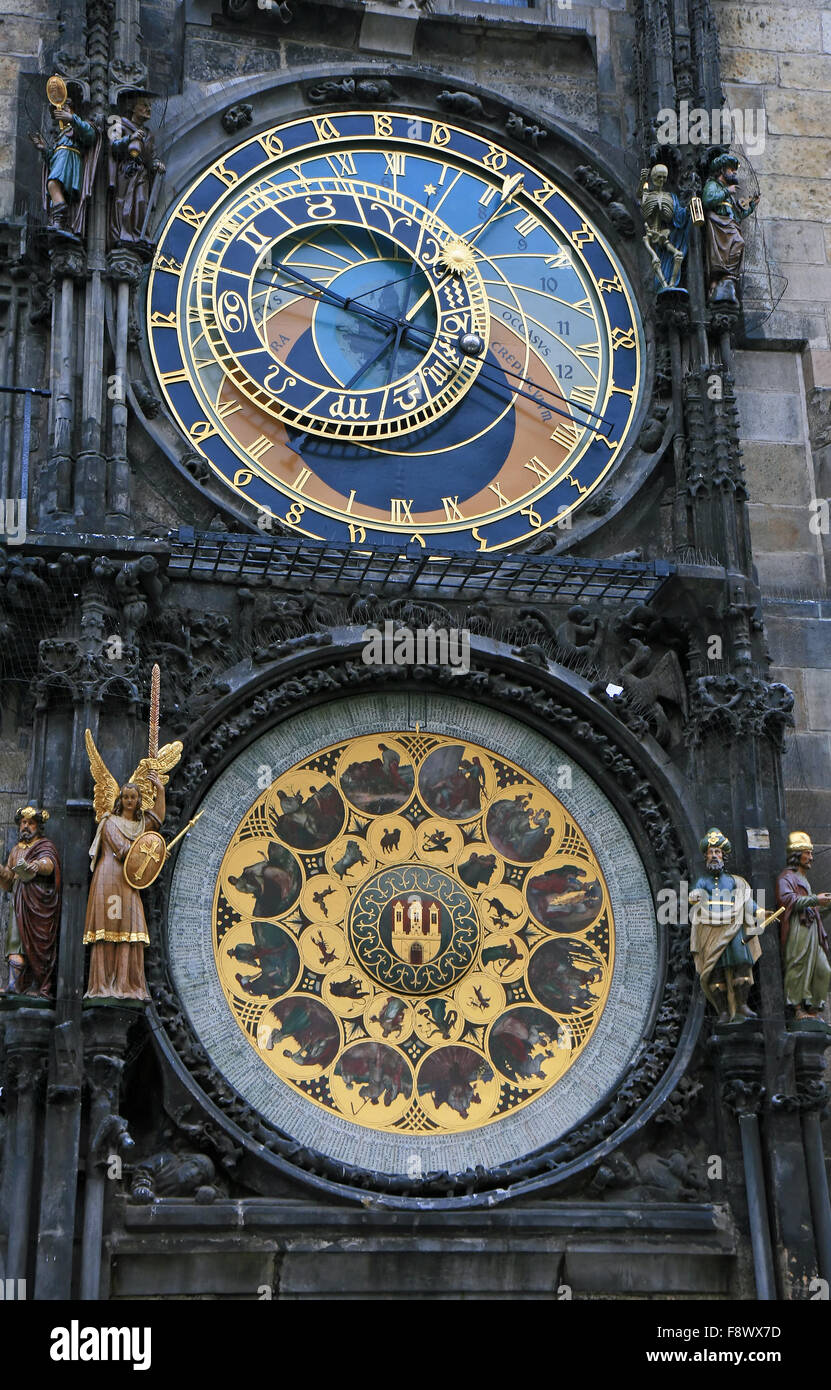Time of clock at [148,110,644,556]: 3:48
